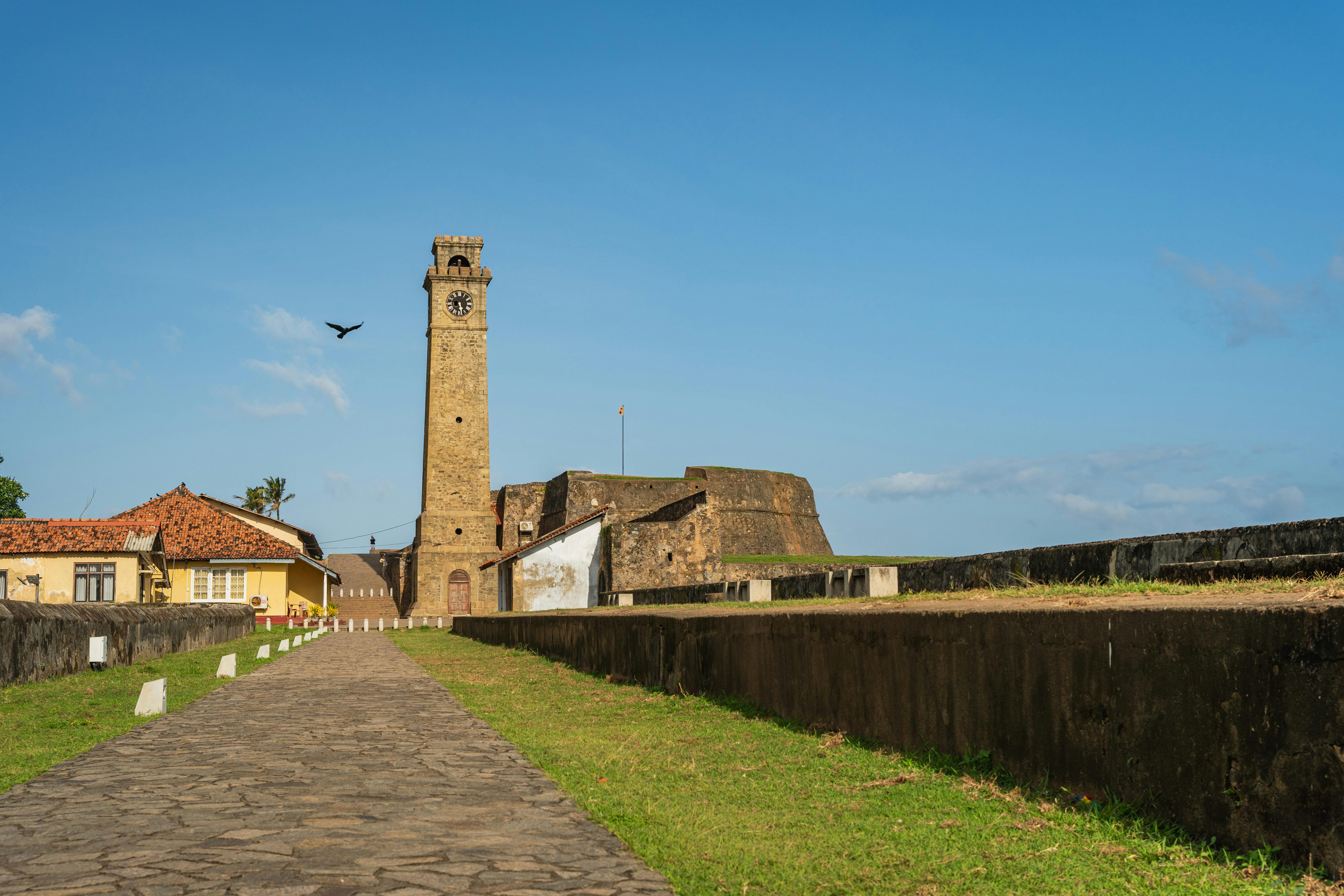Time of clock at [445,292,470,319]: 5:28
